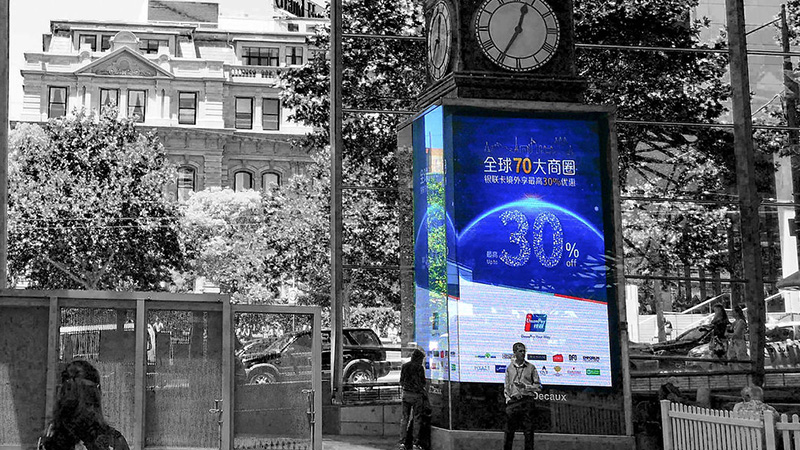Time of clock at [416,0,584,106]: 12:34
